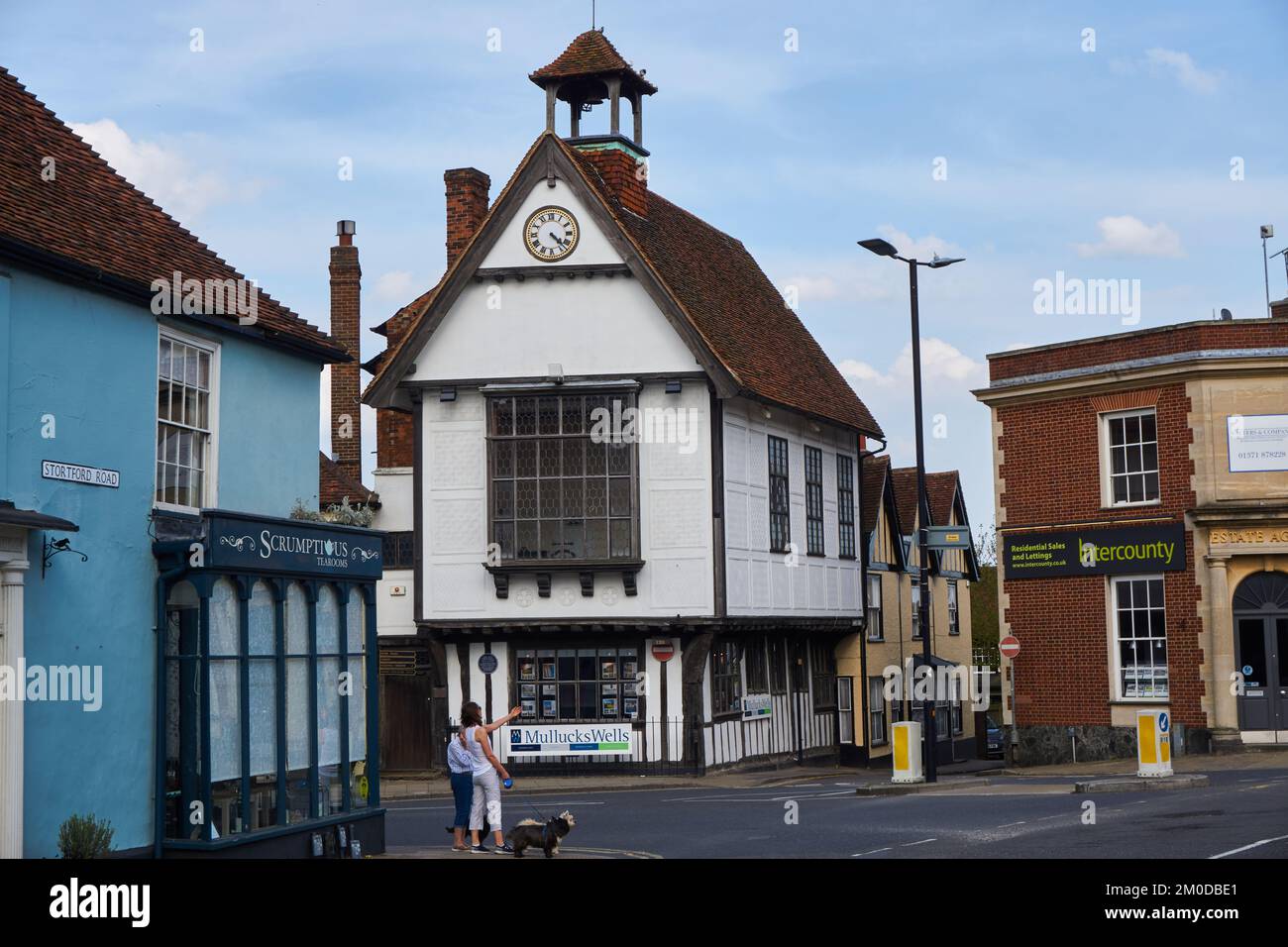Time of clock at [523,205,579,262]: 4:22
